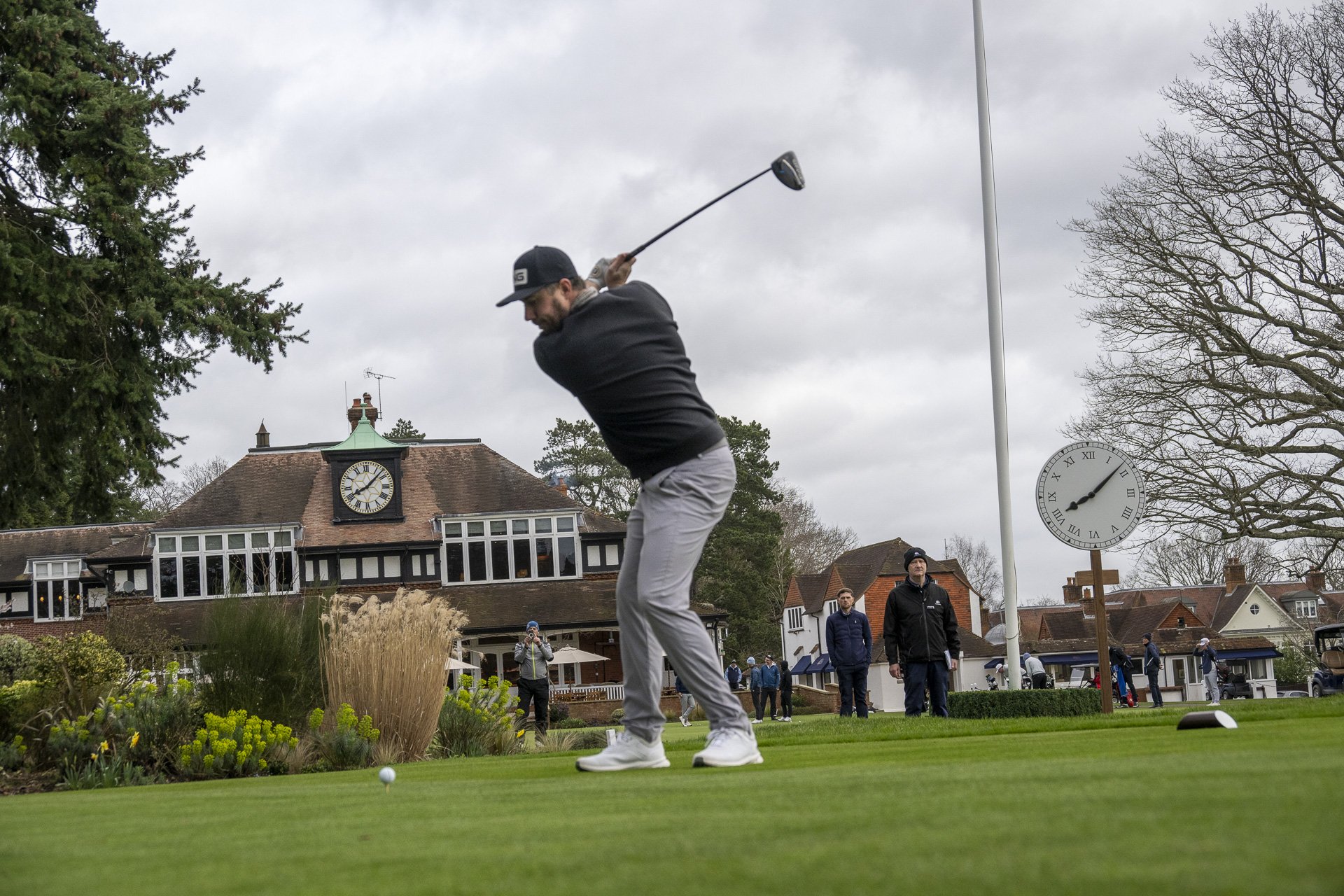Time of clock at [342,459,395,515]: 8:07
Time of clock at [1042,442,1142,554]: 8:08
